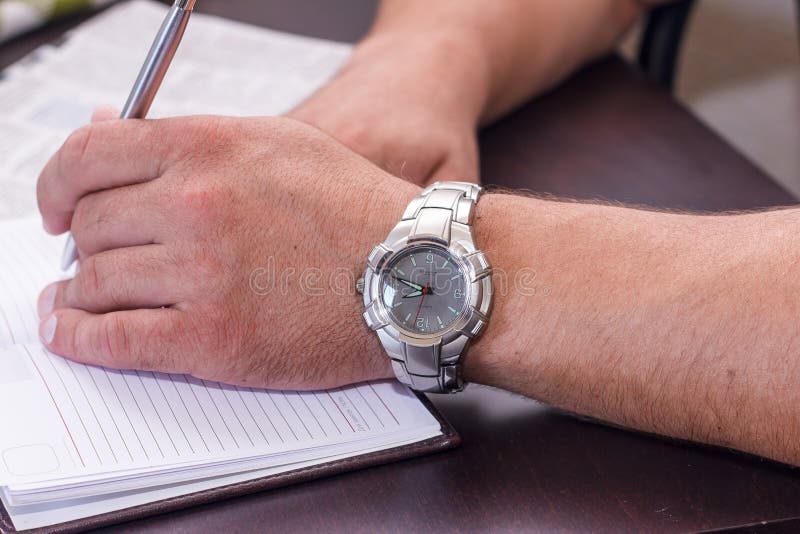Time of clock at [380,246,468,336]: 8:48
